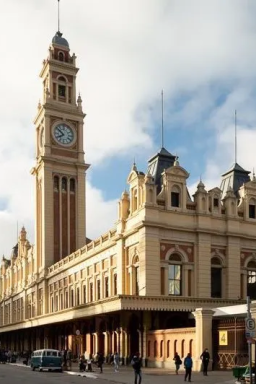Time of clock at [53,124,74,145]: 7:51
